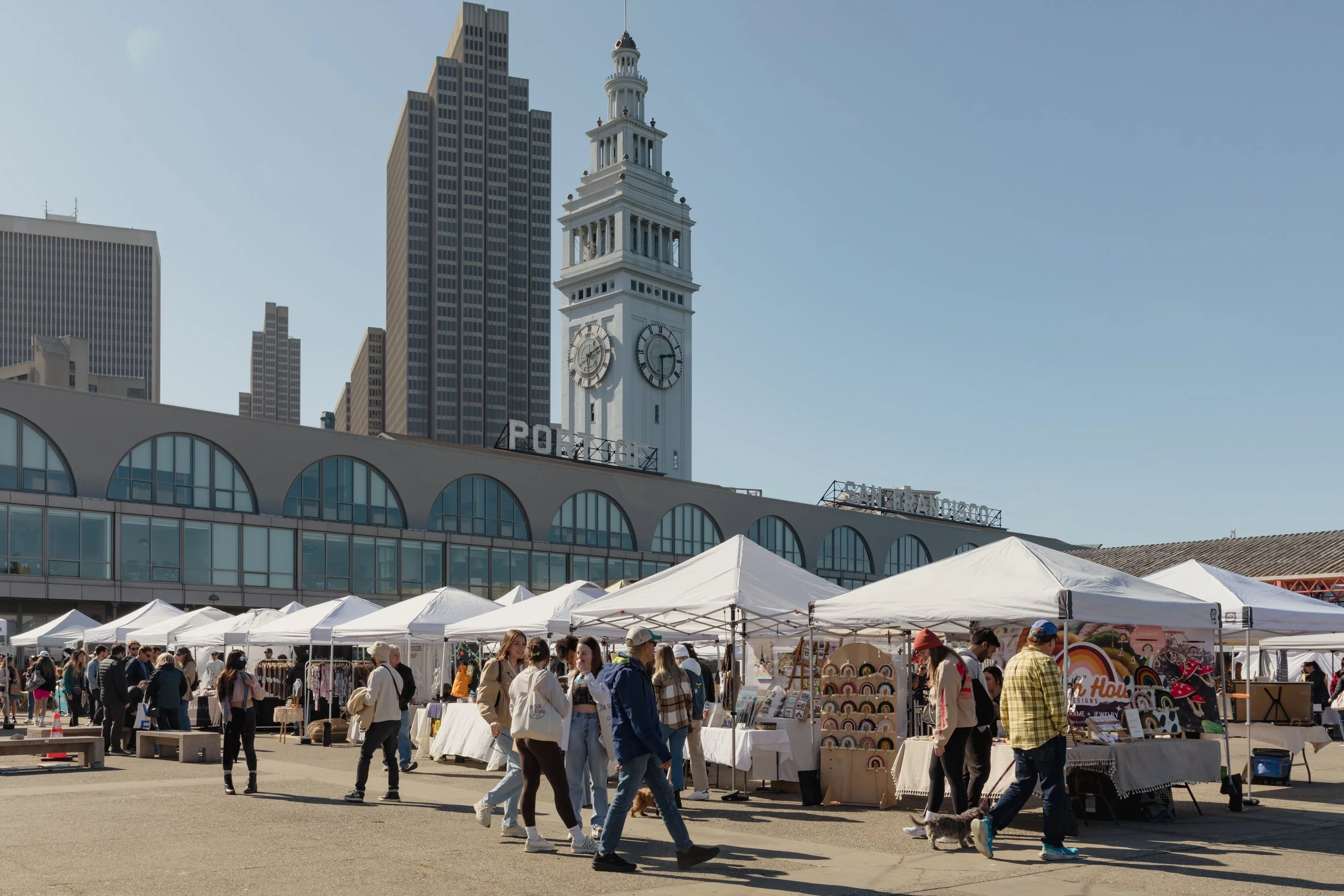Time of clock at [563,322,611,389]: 2:29
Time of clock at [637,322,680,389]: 2:29
